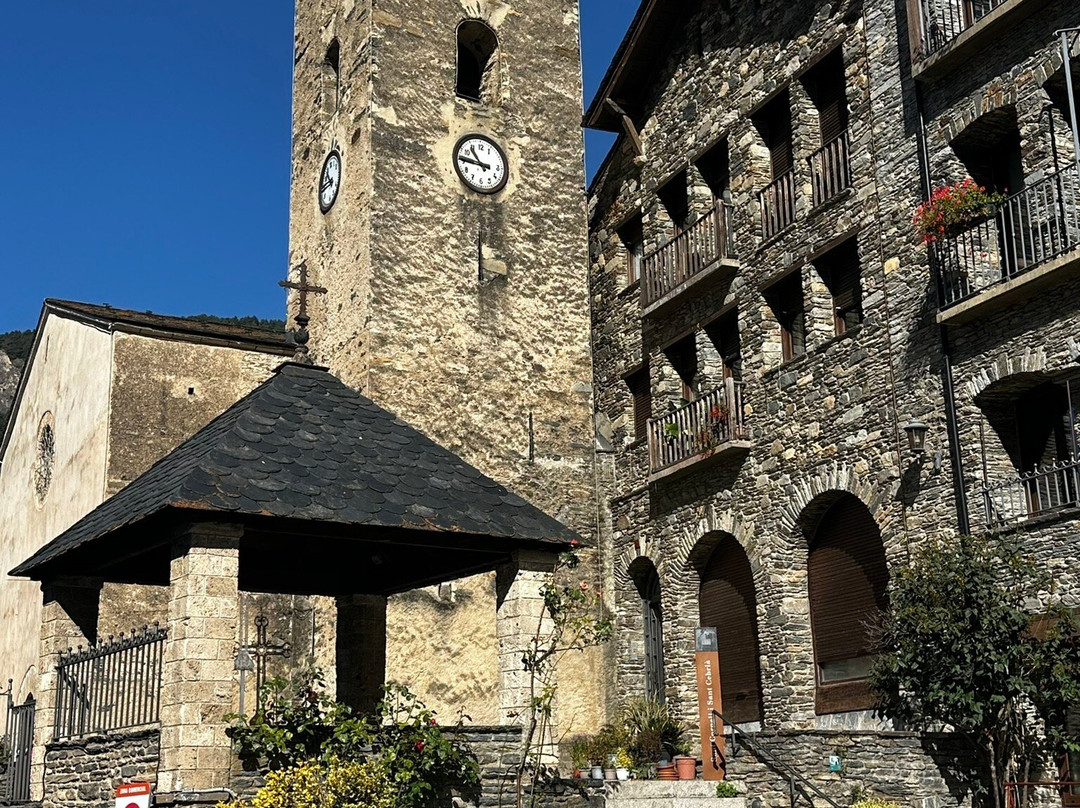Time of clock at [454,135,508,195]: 10:45
